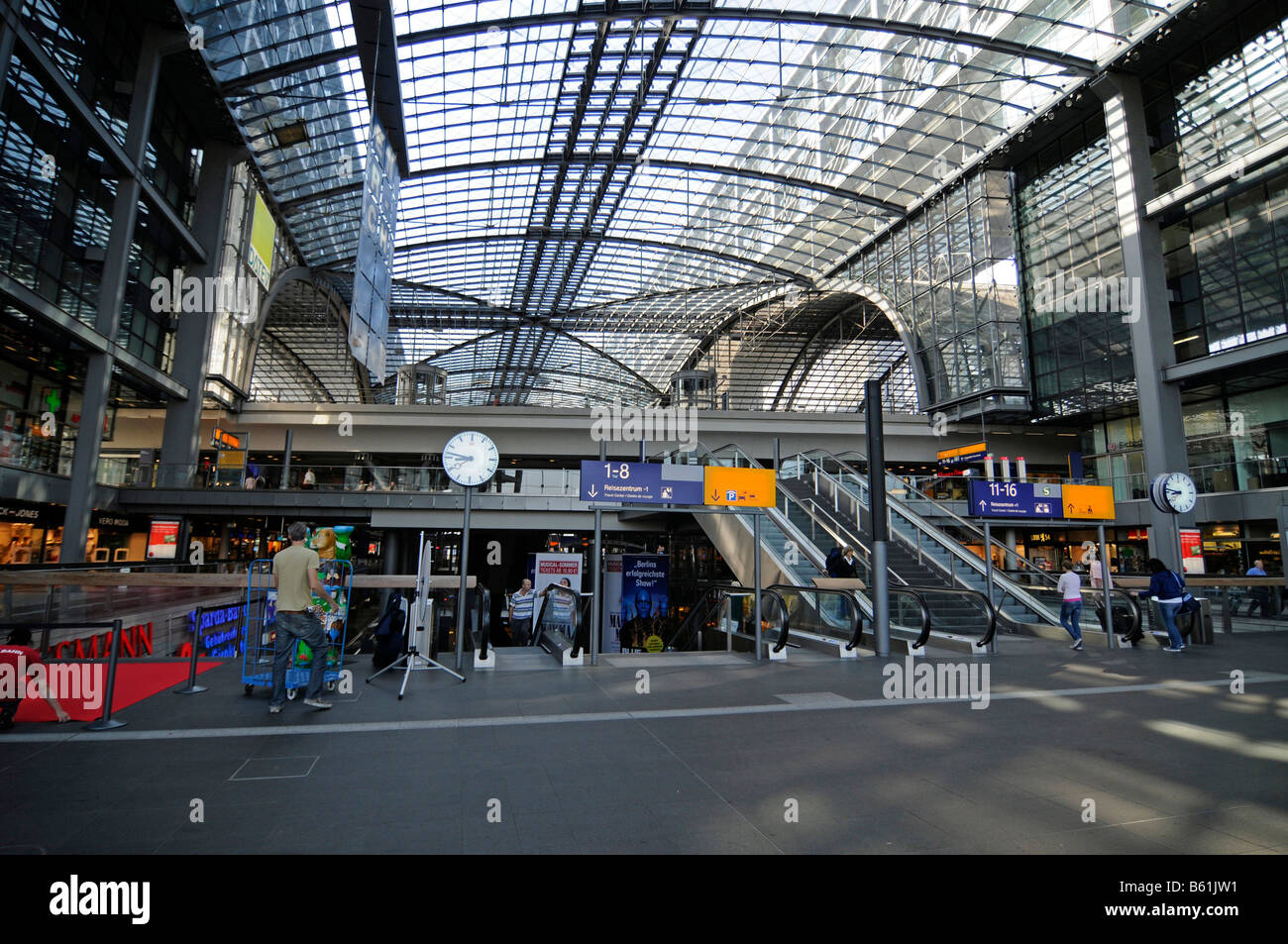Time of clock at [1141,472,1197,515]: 8:46
